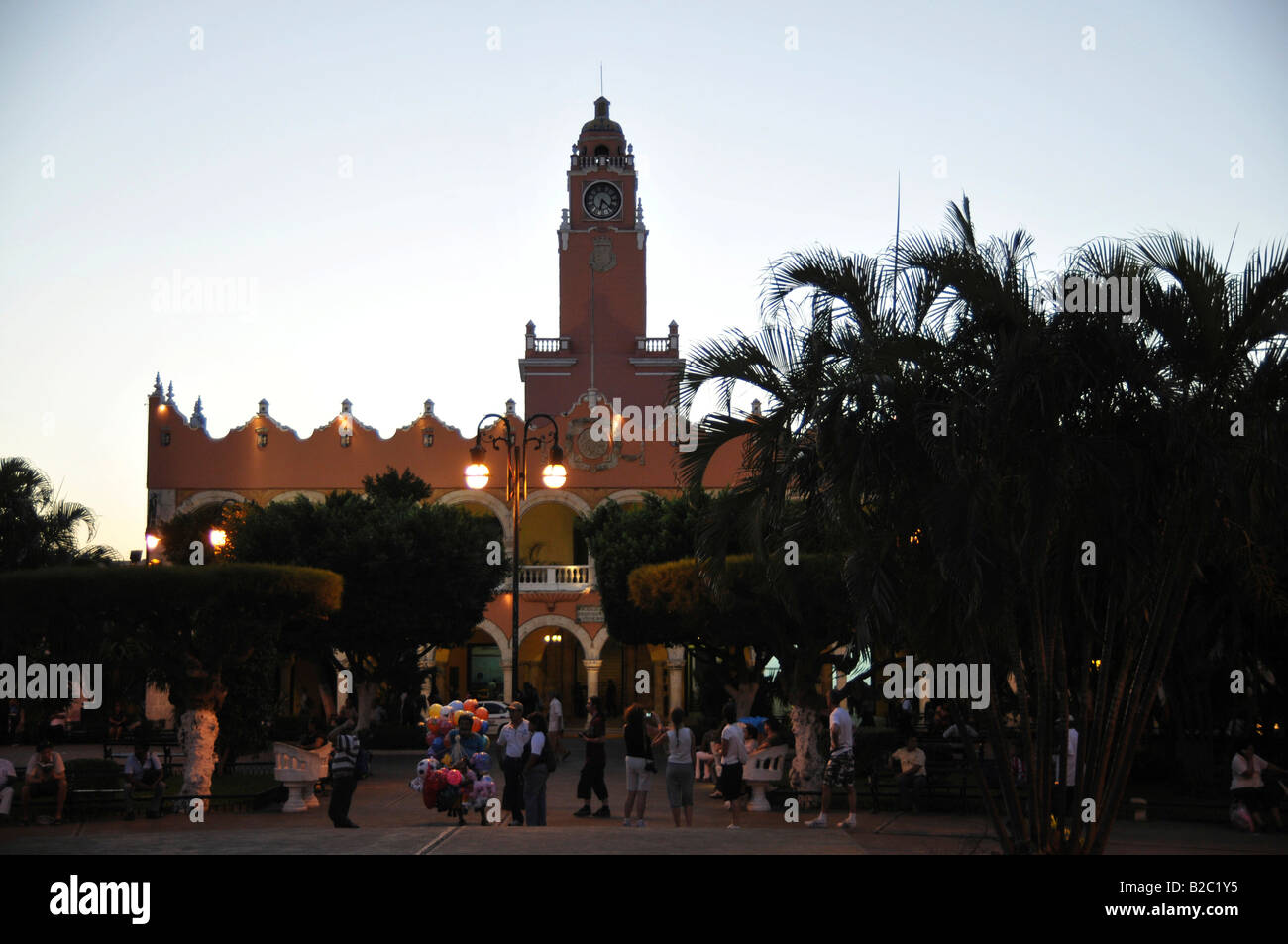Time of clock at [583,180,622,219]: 6:22
